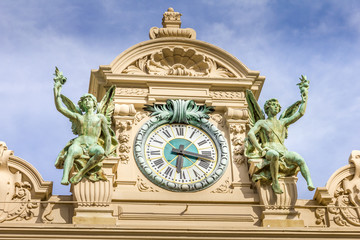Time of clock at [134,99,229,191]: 6:17
